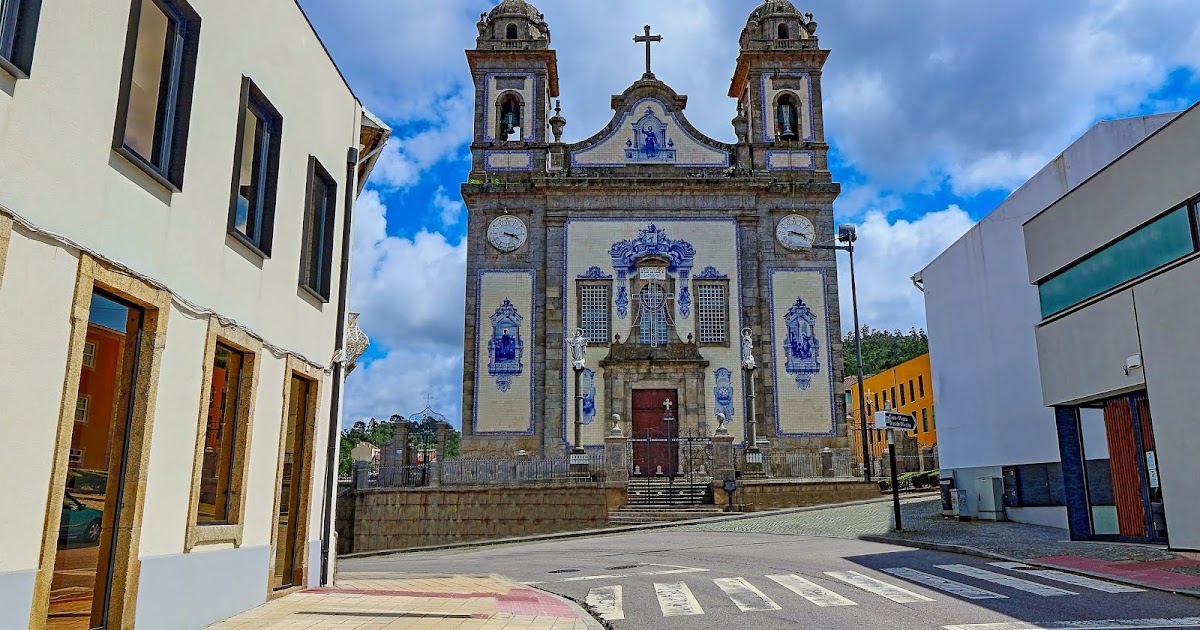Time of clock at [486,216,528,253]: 3:19
